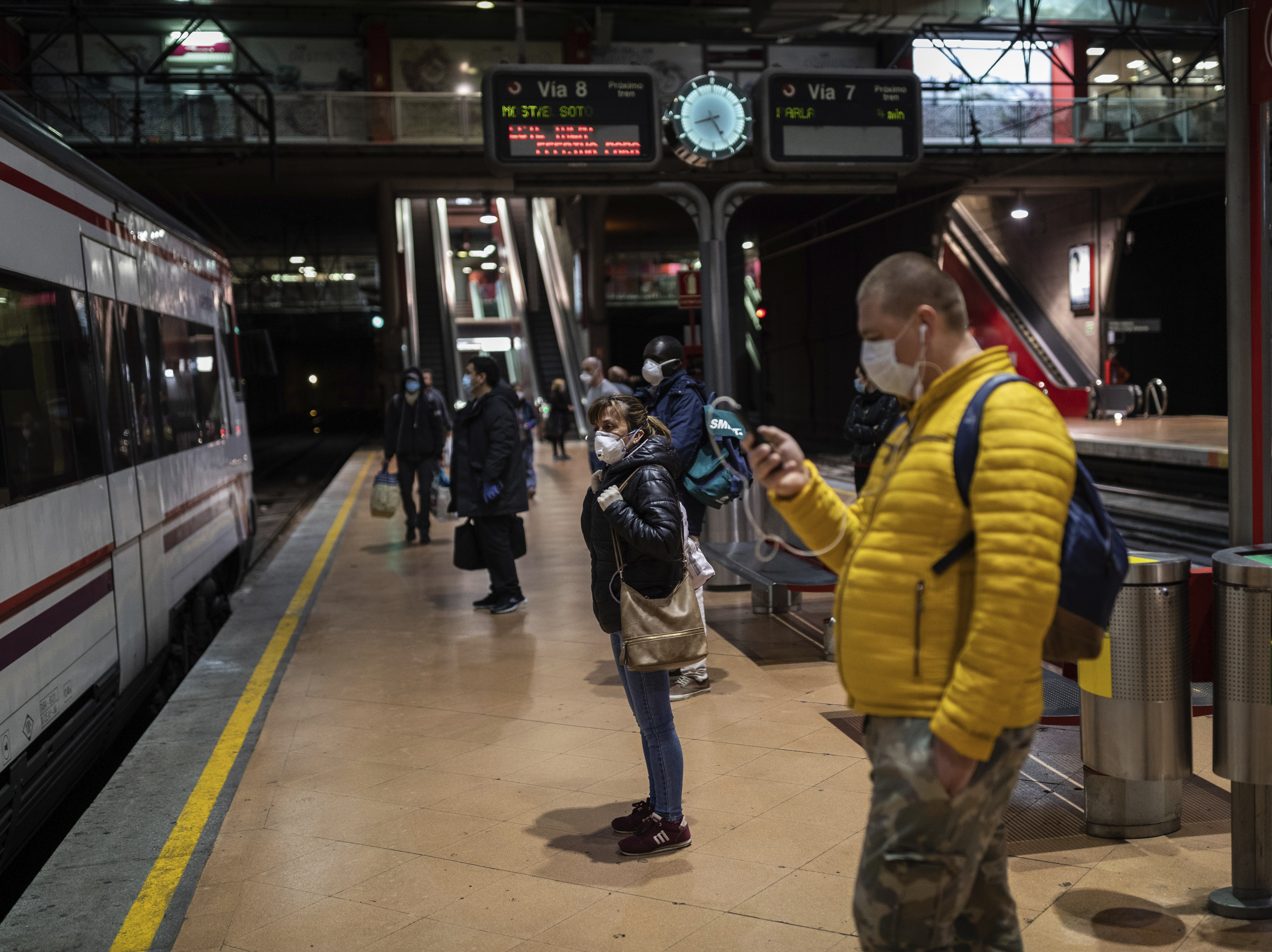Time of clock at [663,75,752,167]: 8:25
